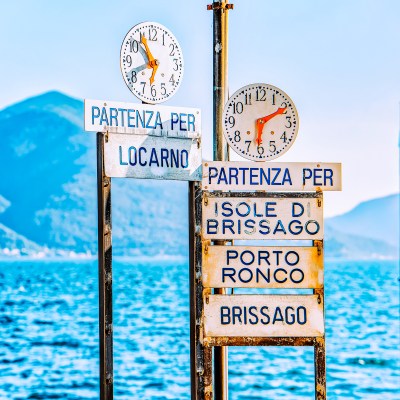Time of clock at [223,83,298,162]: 6:10
